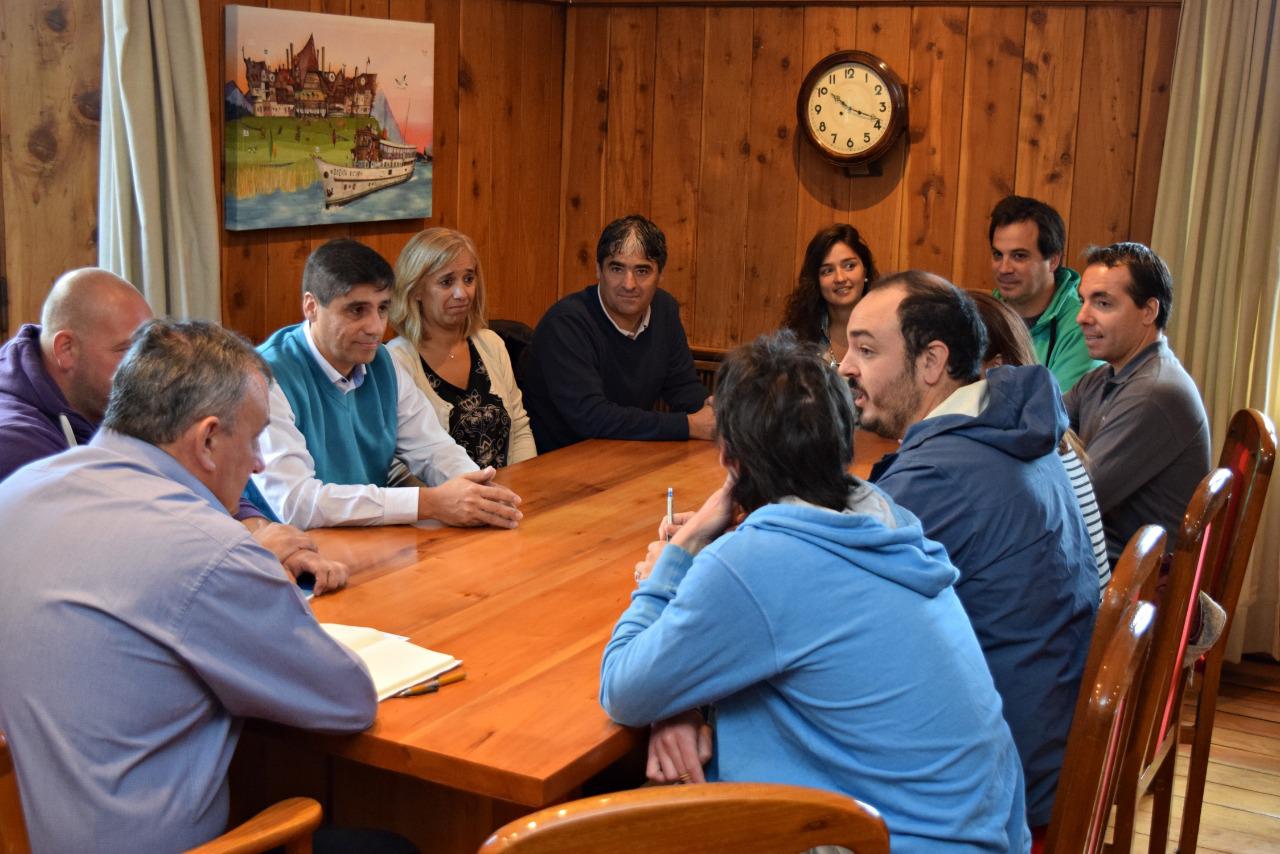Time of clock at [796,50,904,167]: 10:18
